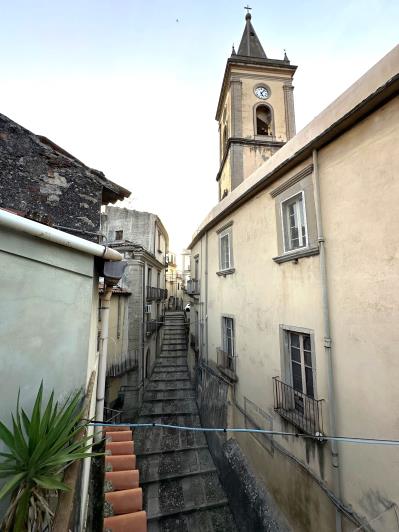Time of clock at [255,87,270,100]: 5:06
